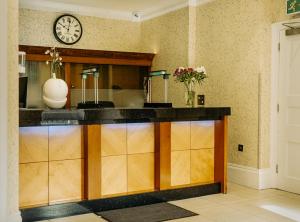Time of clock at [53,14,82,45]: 10:01
